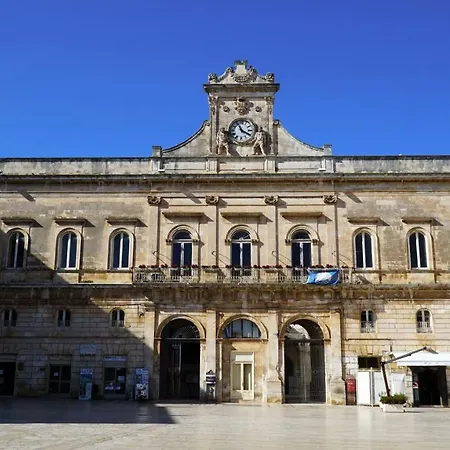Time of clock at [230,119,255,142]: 3:55
